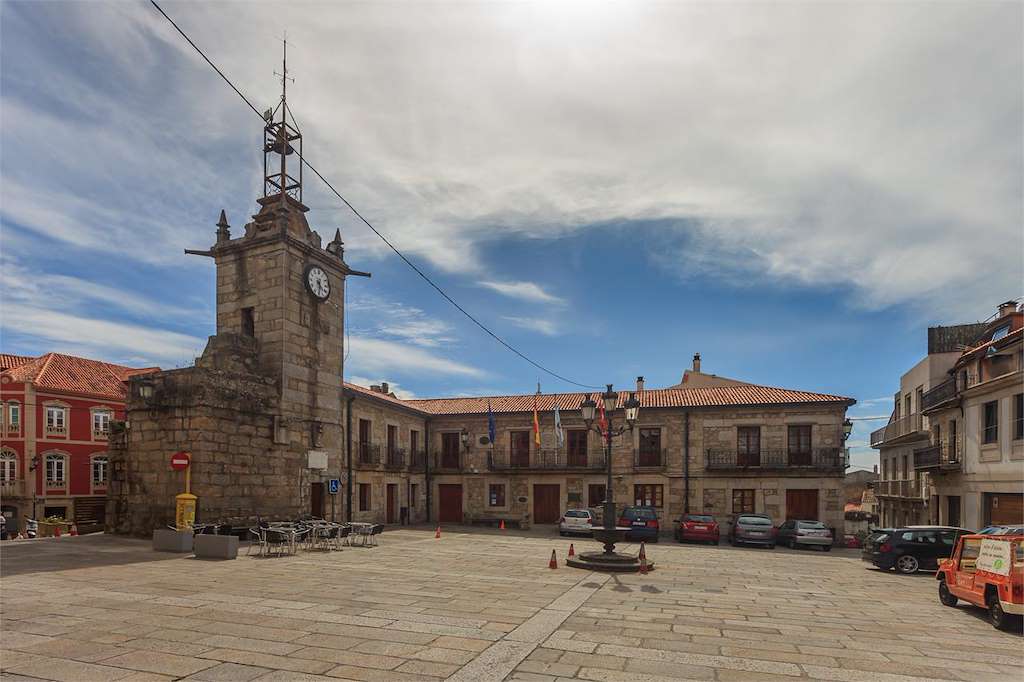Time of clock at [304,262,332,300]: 4:31
